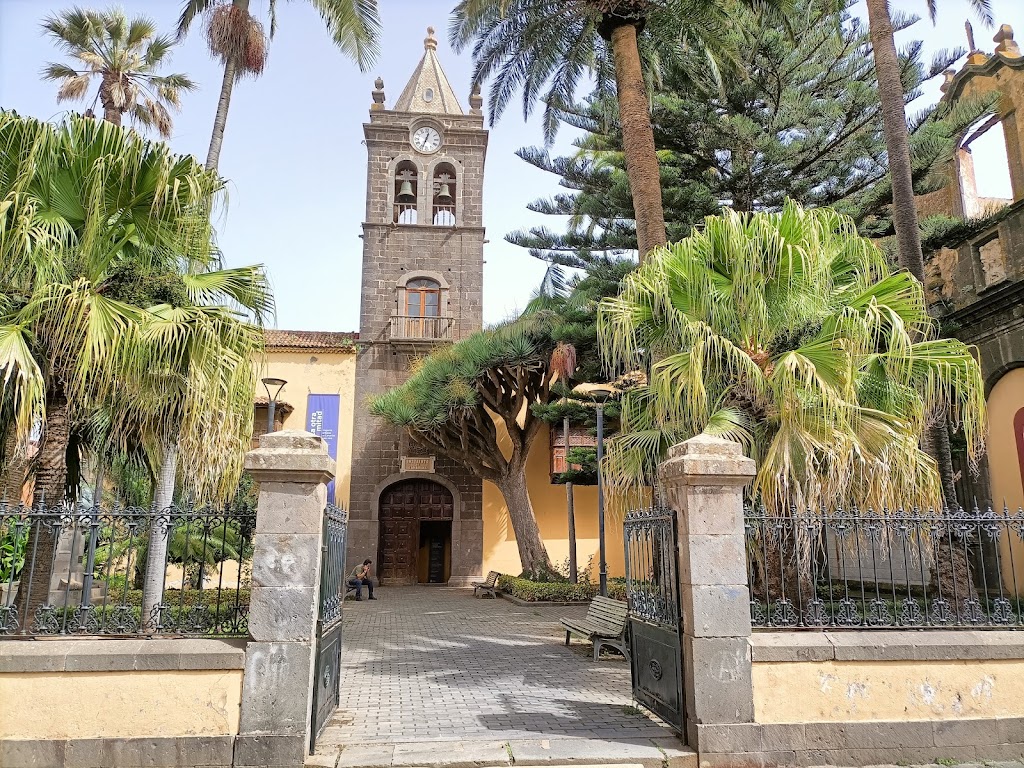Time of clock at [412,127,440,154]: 12:33
